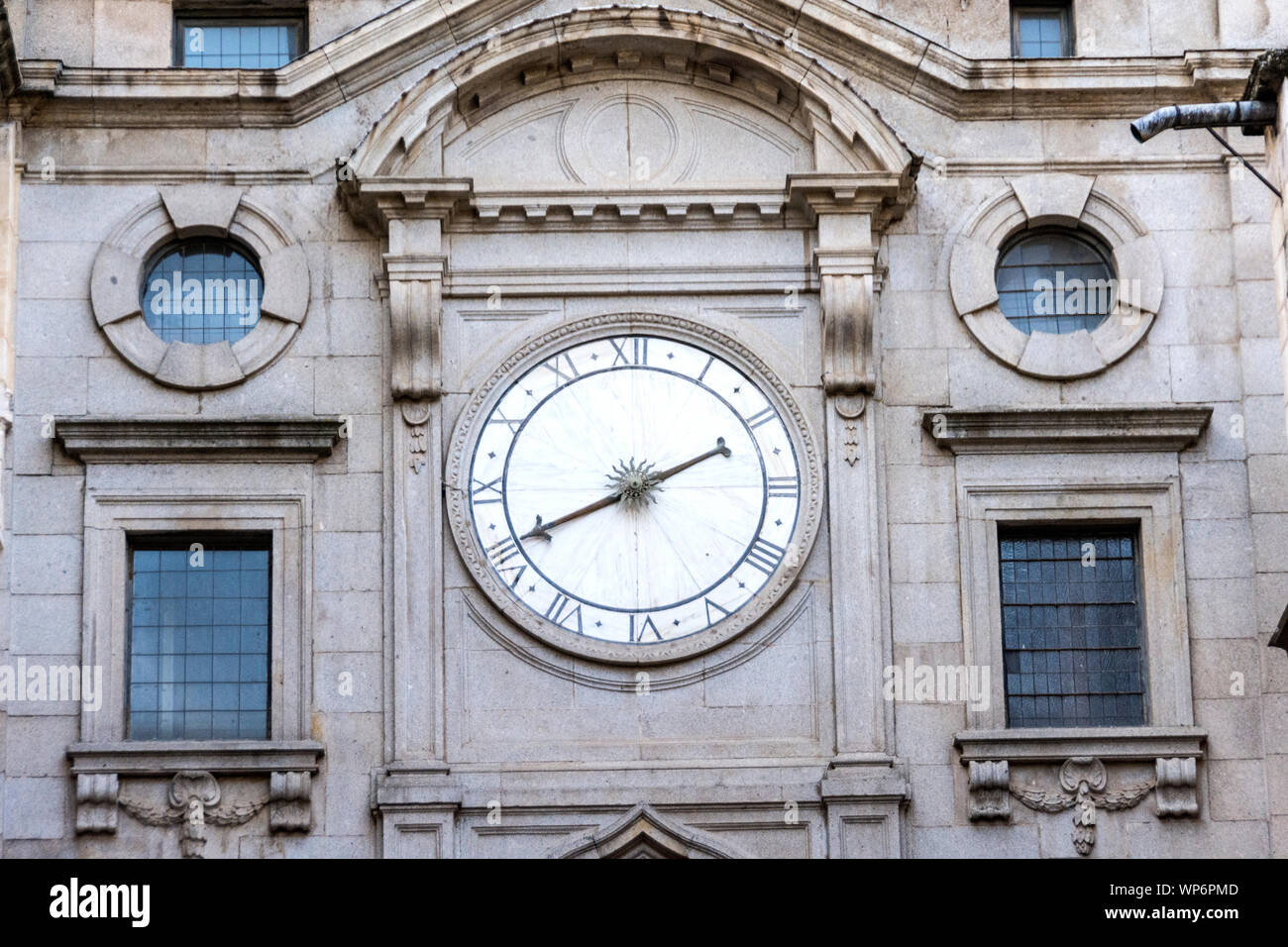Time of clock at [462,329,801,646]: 8:10
